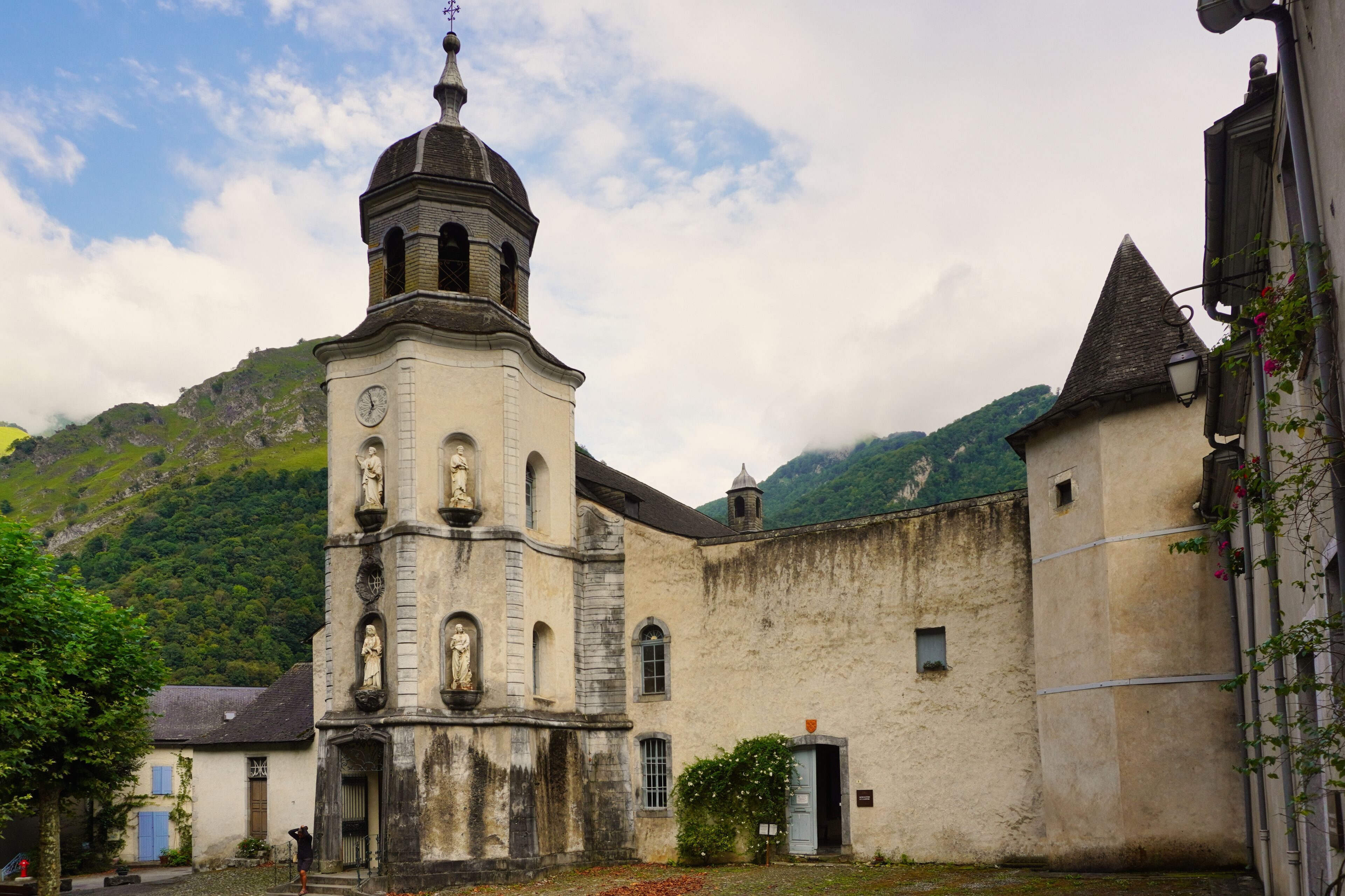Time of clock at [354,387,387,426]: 6:56
